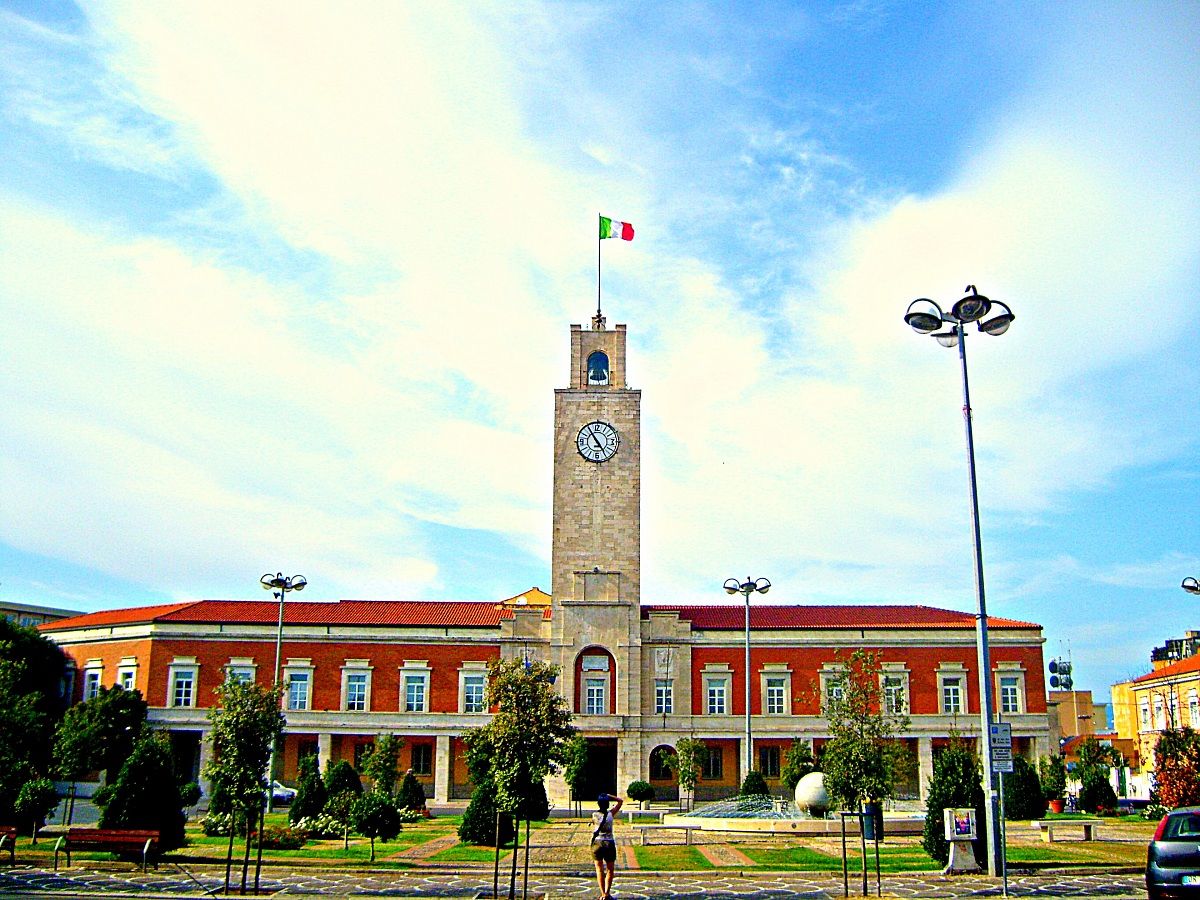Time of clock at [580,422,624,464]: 4:54
